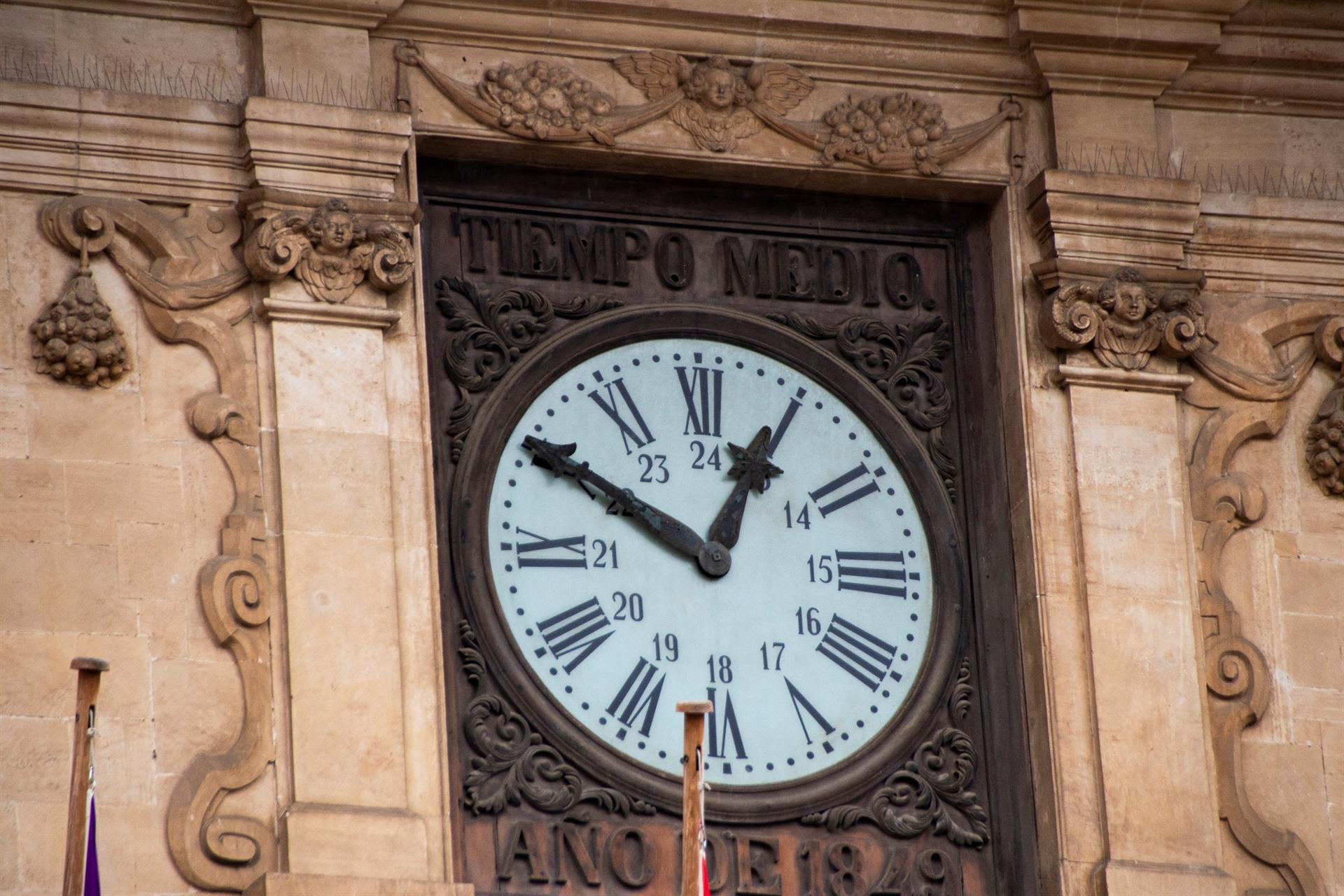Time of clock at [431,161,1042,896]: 12:50
